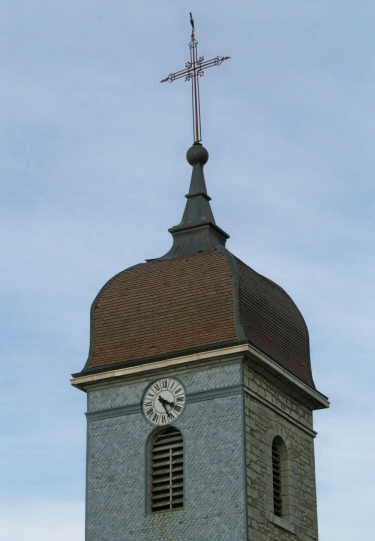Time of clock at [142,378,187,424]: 5:18
